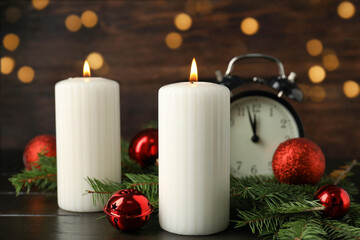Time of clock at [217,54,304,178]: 11:57
